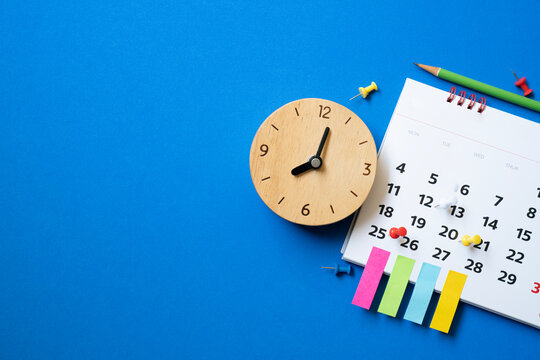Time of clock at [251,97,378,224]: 8:02
